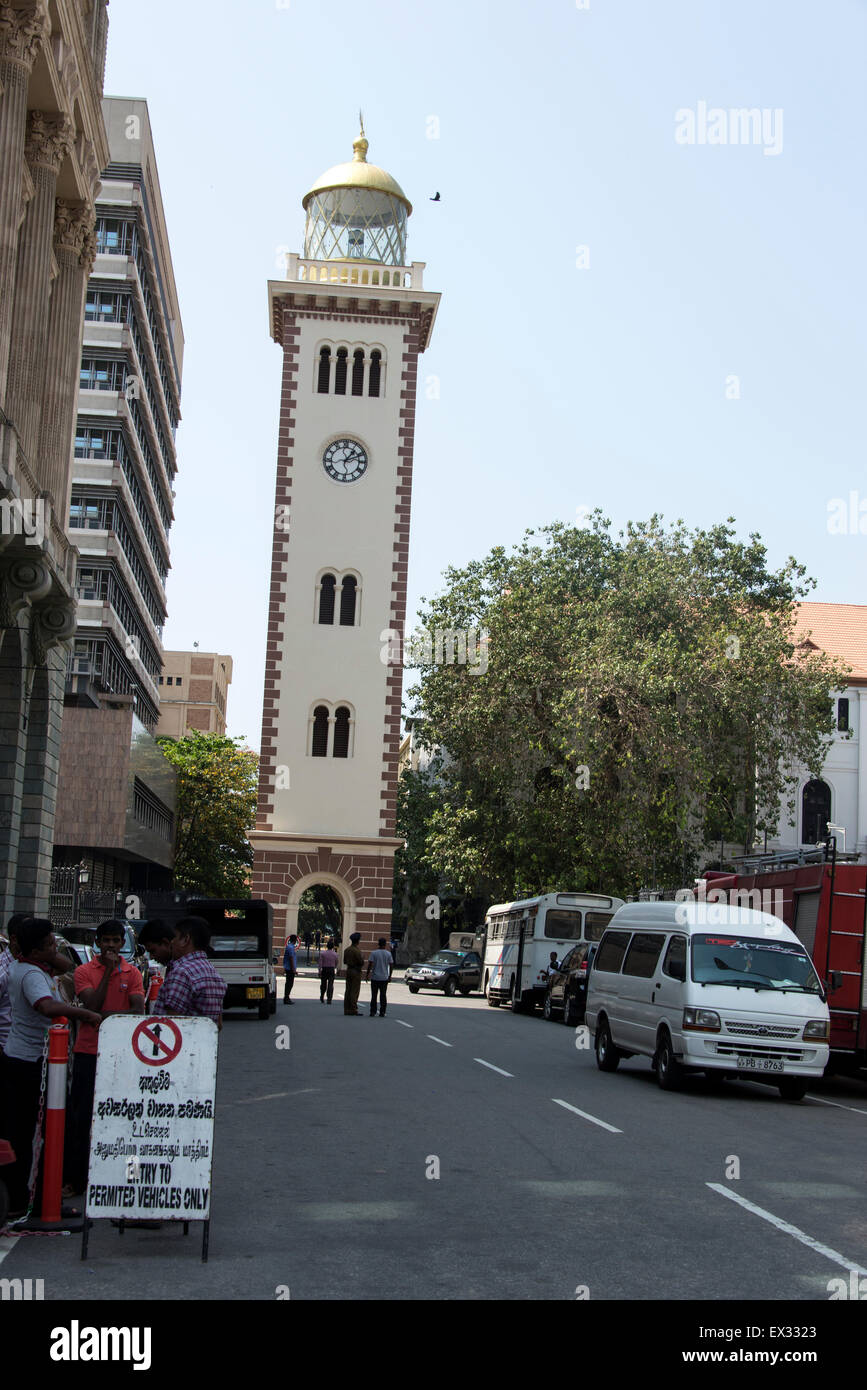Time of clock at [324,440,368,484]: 1:11
